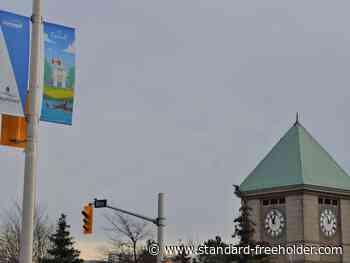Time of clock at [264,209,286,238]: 11:02
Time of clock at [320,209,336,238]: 11:07
